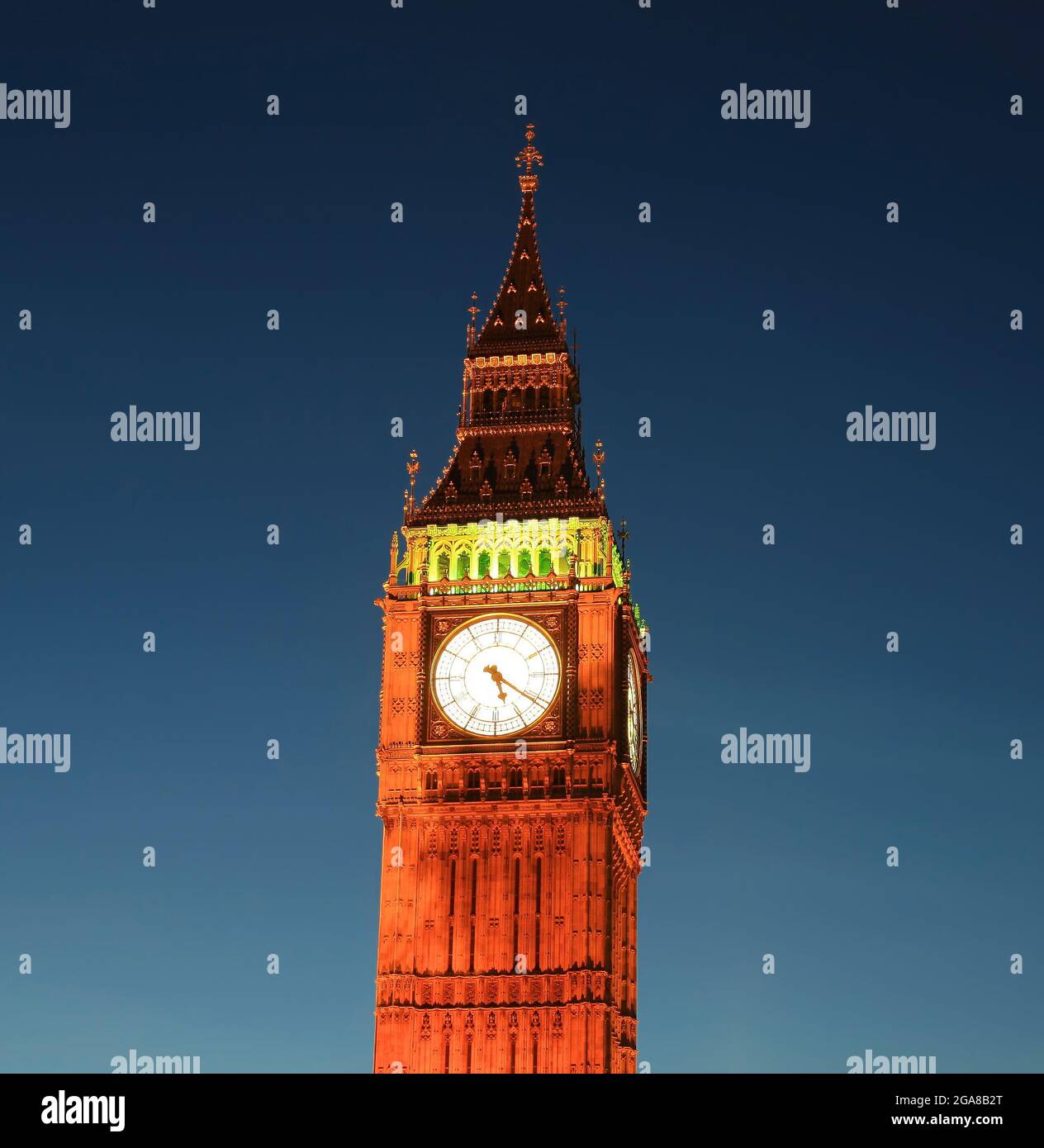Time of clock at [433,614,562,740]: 5:20
